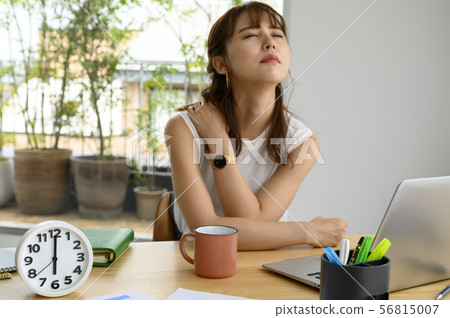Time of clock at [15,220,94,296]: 6:00
